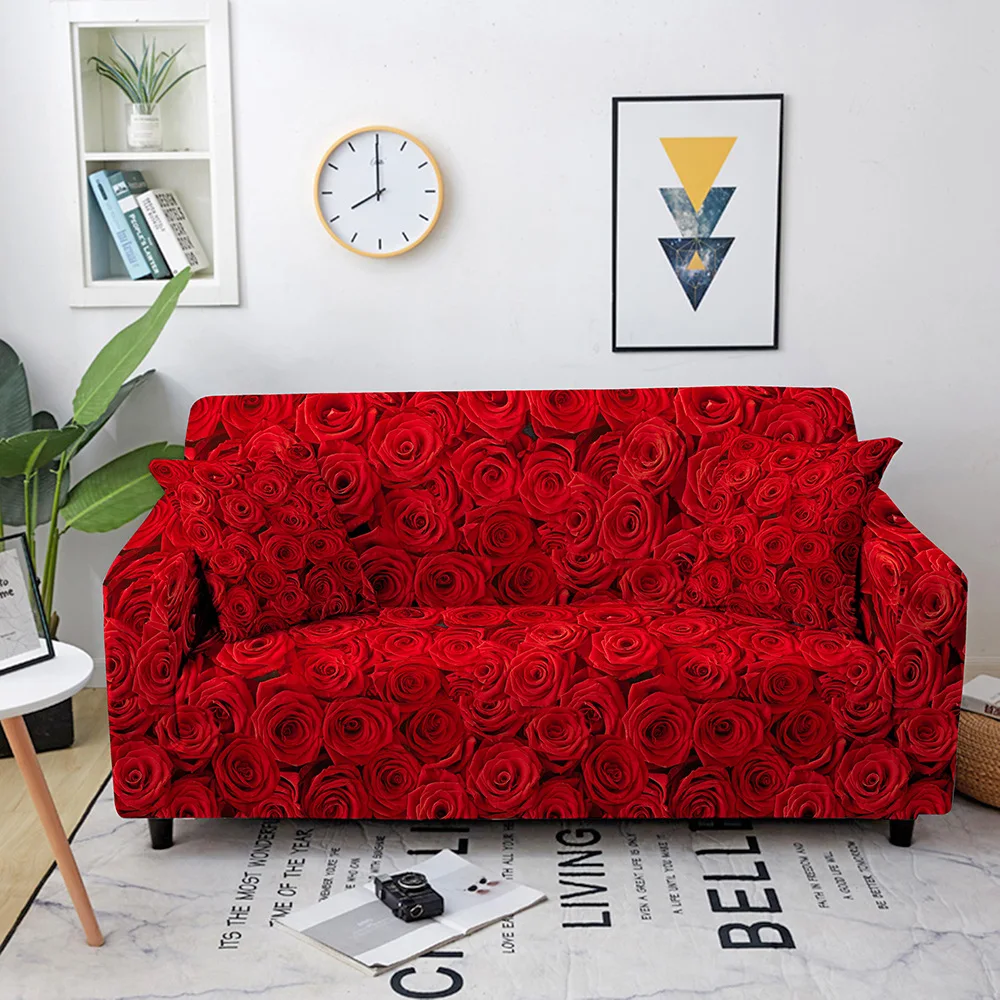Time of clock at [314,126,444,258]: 8:00
